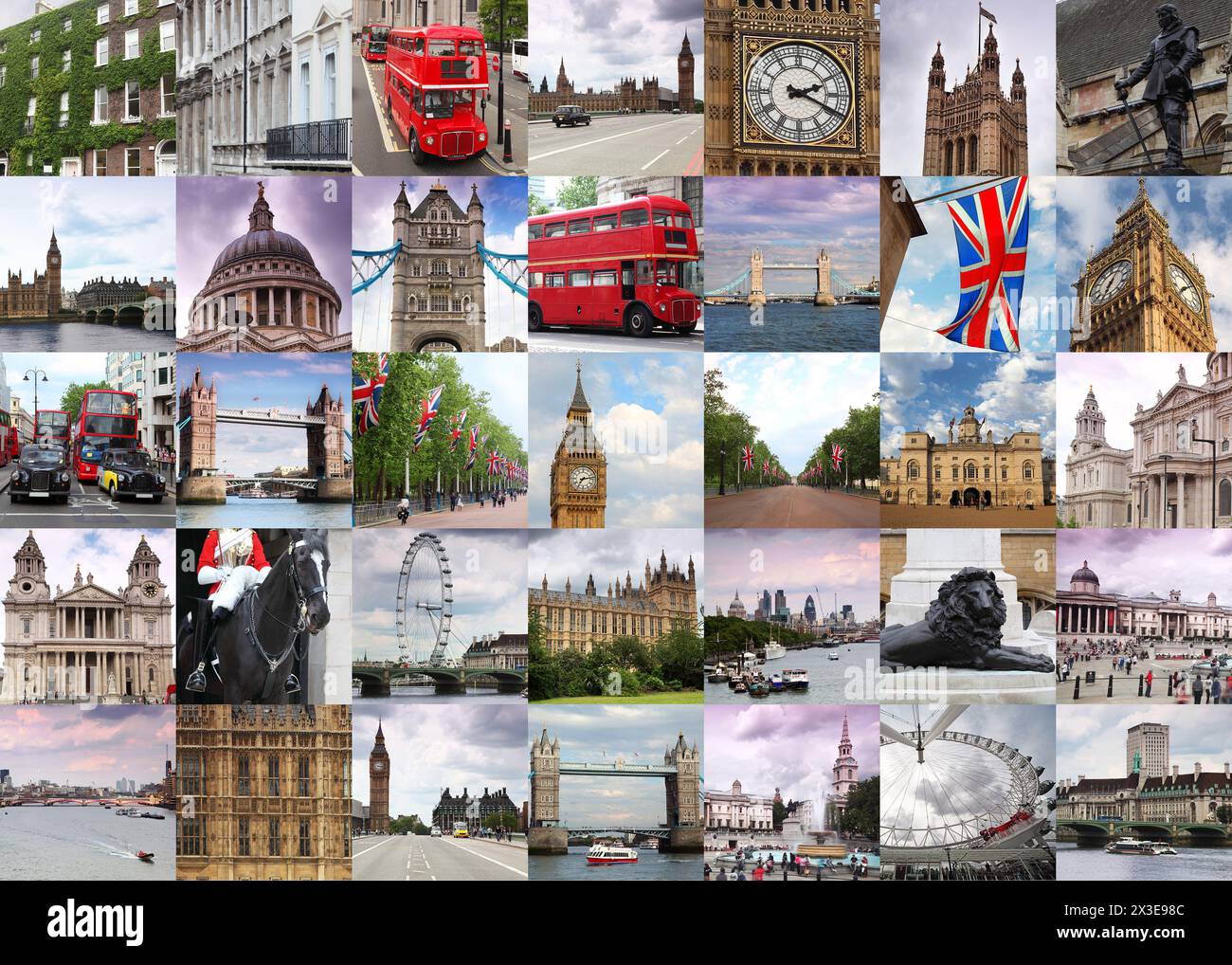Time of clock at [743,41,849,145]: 2:19
